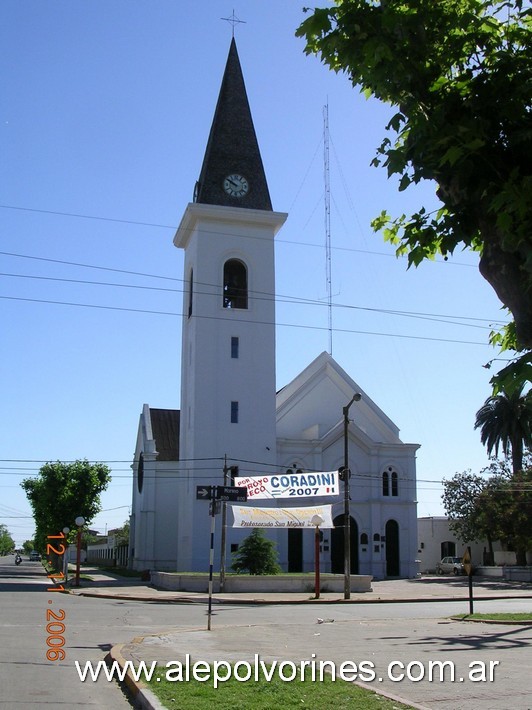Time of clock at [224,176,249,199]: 9:50
